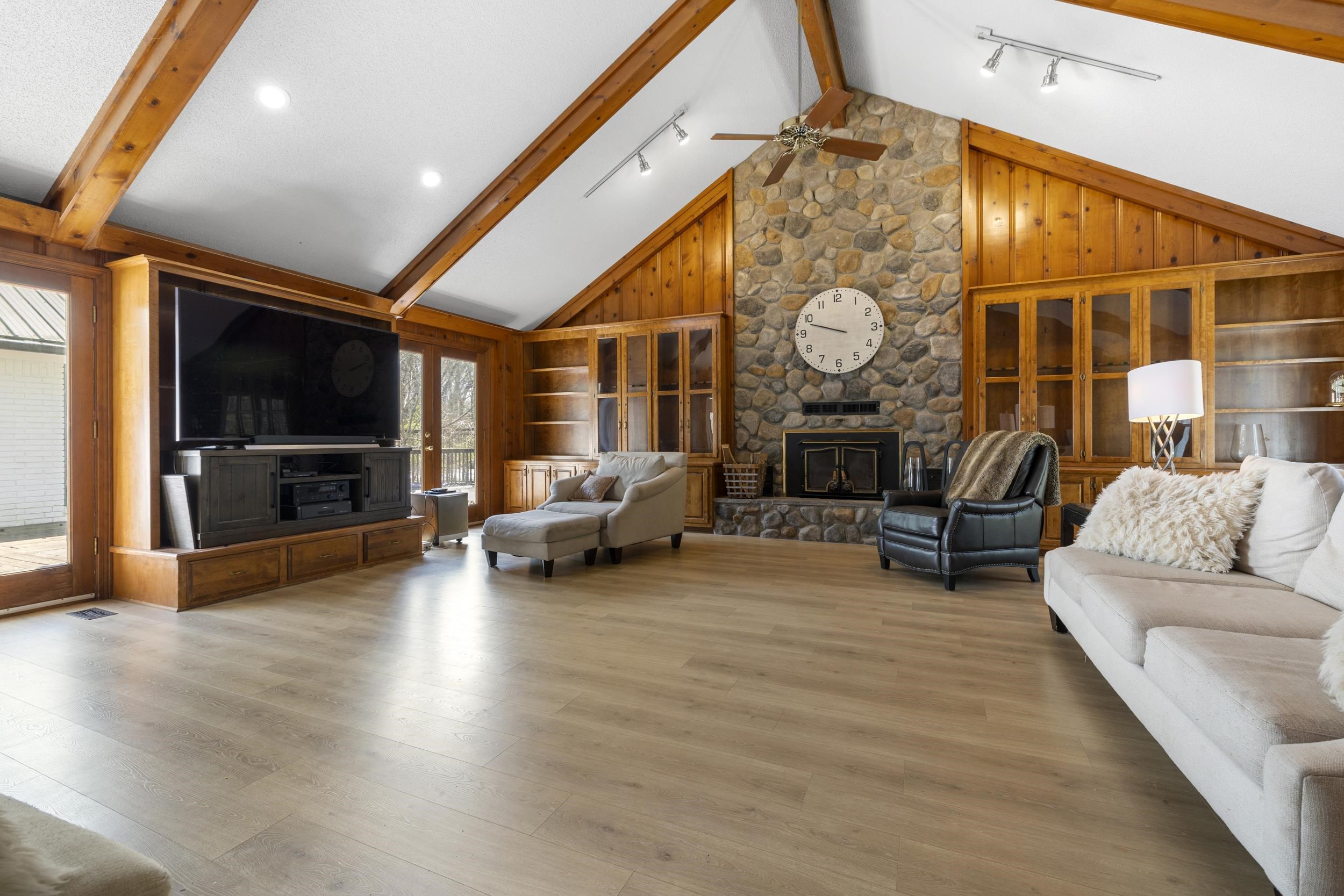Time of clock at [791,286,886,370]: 9:48
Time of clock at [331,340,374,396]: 2:11
